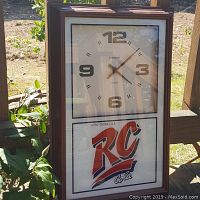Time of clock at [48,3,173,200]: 4:08
